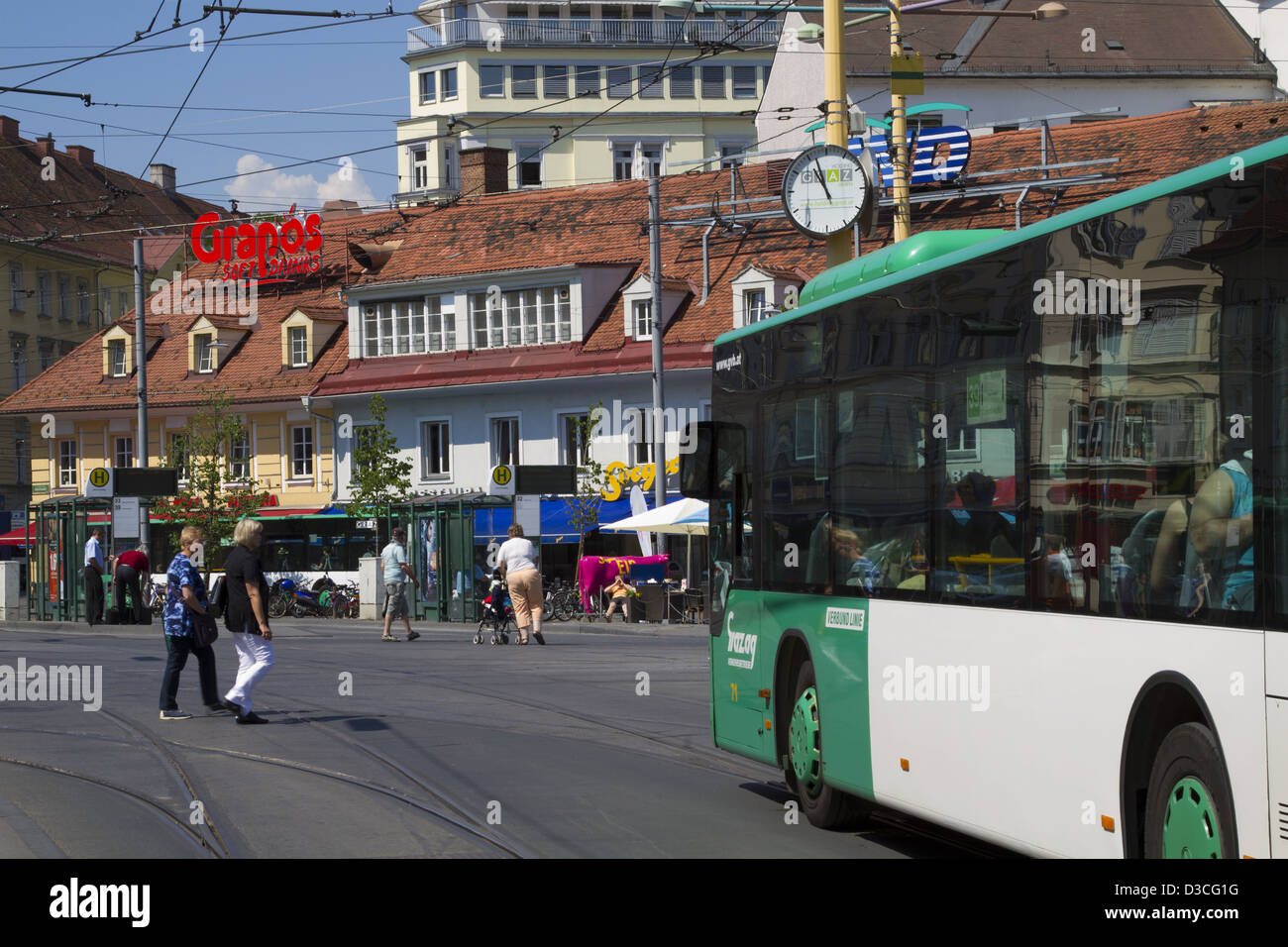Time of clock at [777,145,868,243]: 10:56
